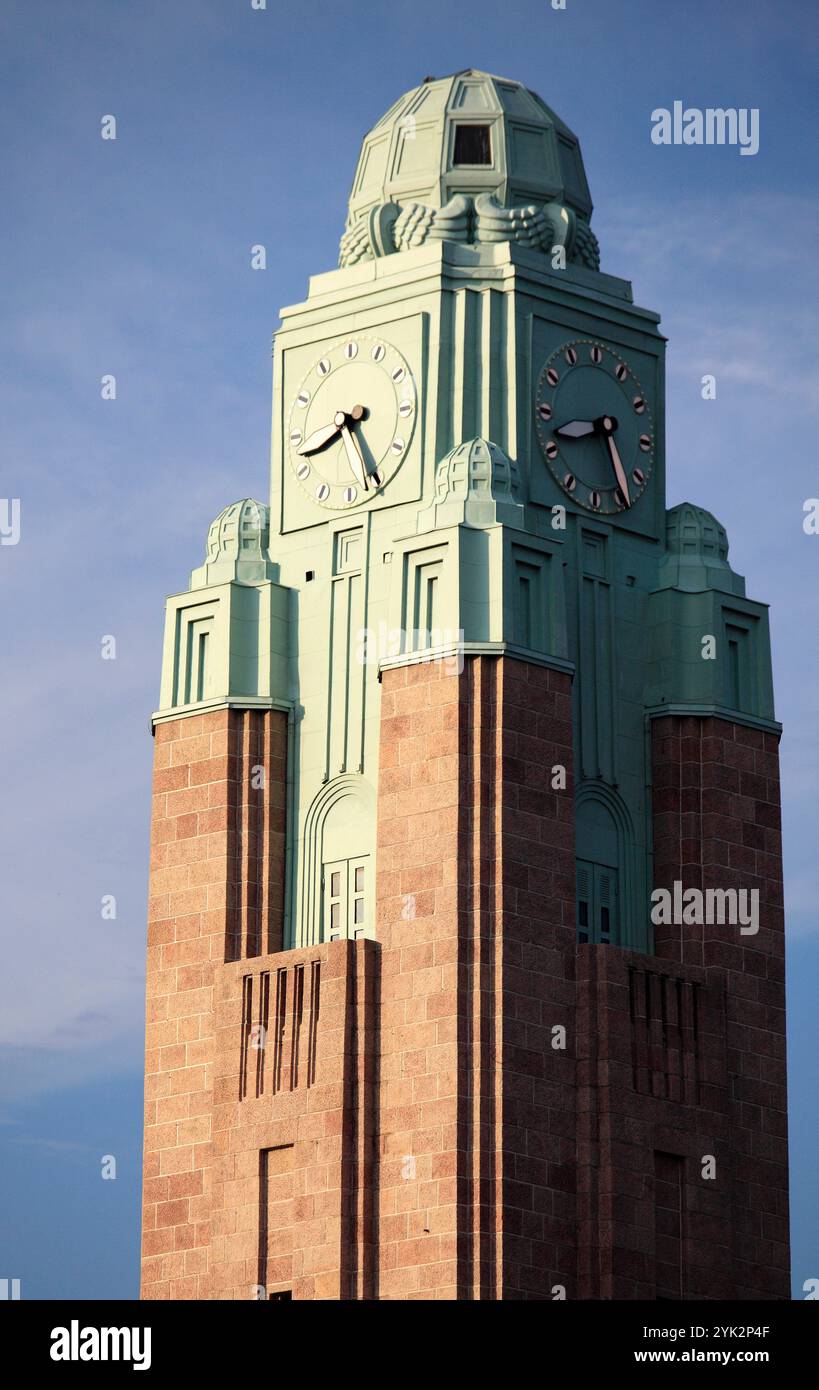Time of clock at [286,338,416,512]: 8:25
